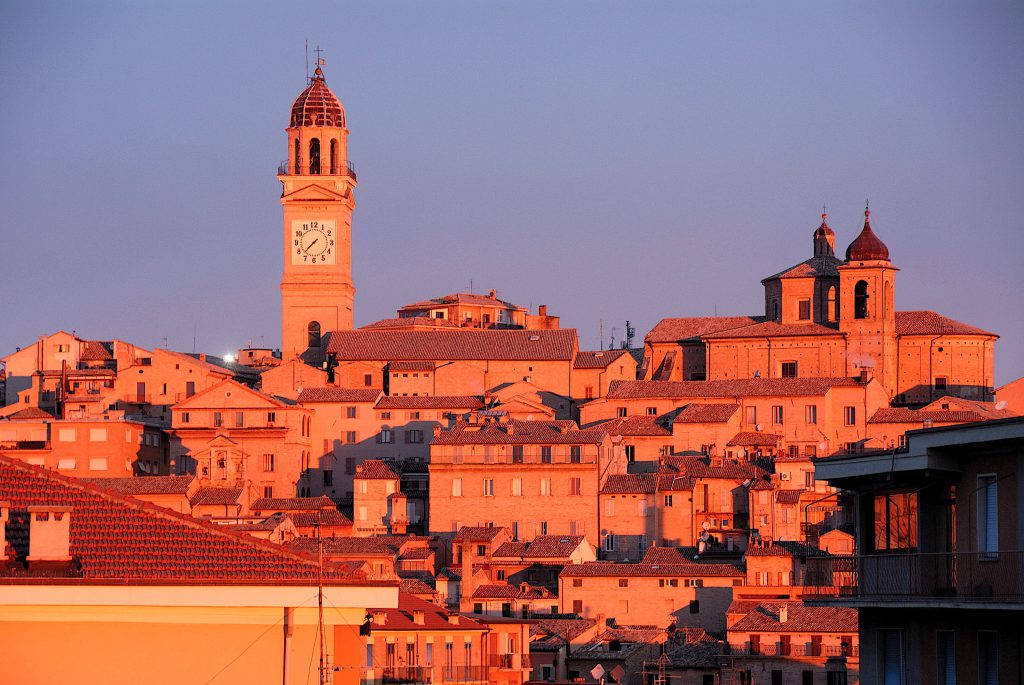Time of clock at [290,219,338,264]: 7:37
